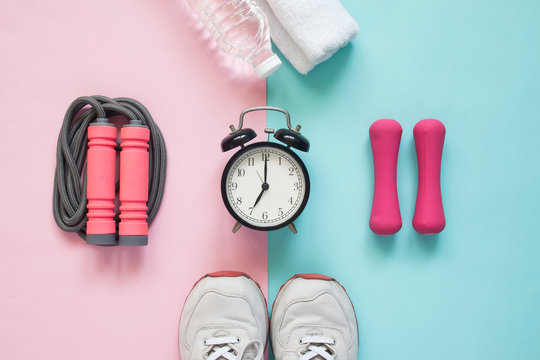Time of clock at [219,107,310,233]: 7:00
